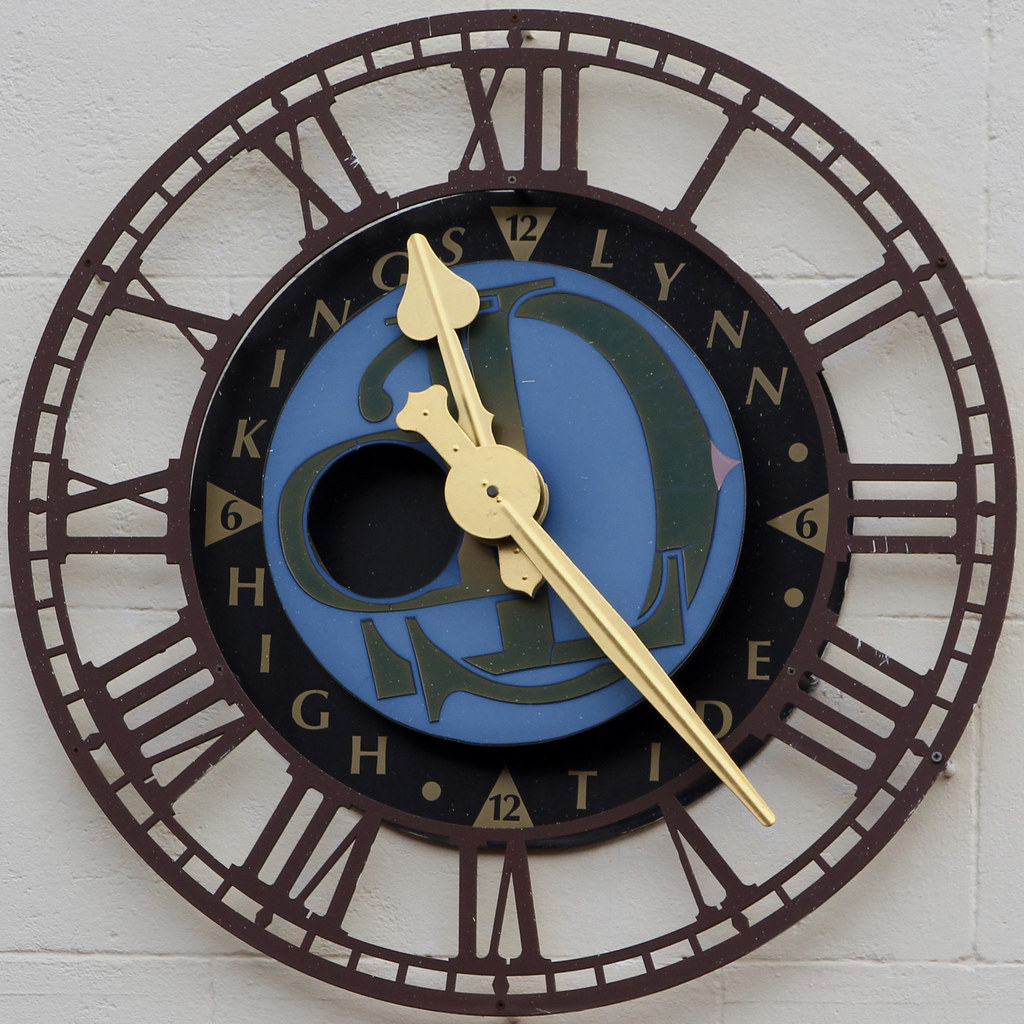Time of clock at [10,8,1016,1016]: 11:23
